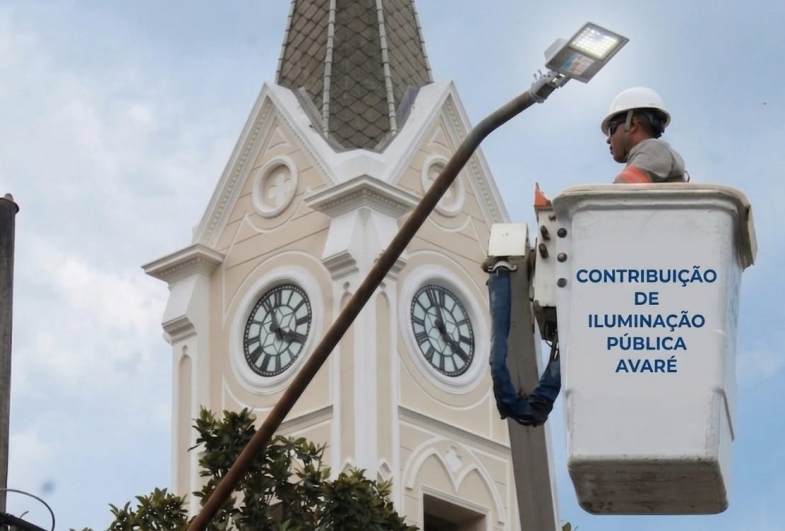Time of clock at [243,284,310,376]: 3:57
